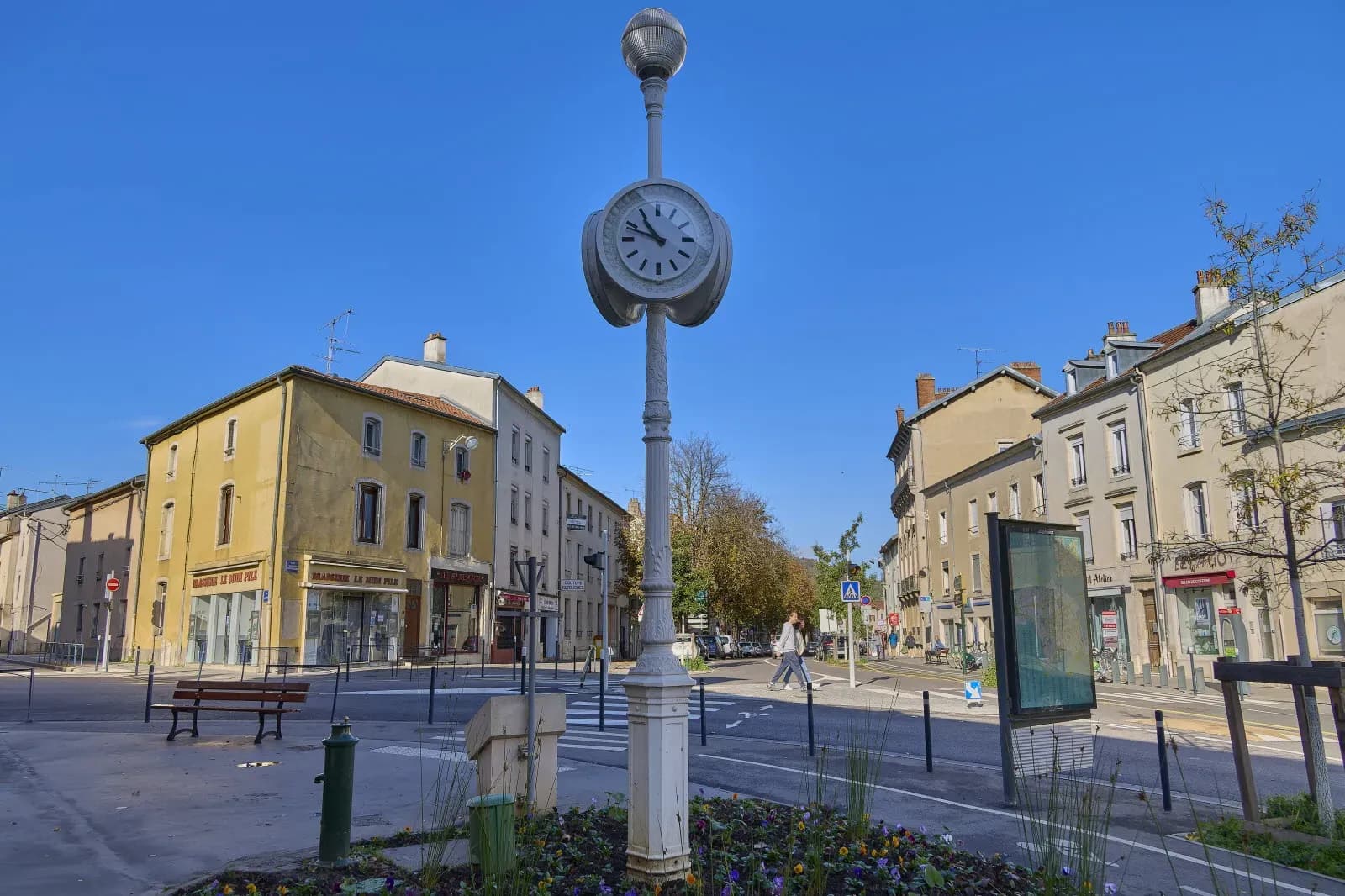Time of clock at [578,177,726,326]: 10:48
